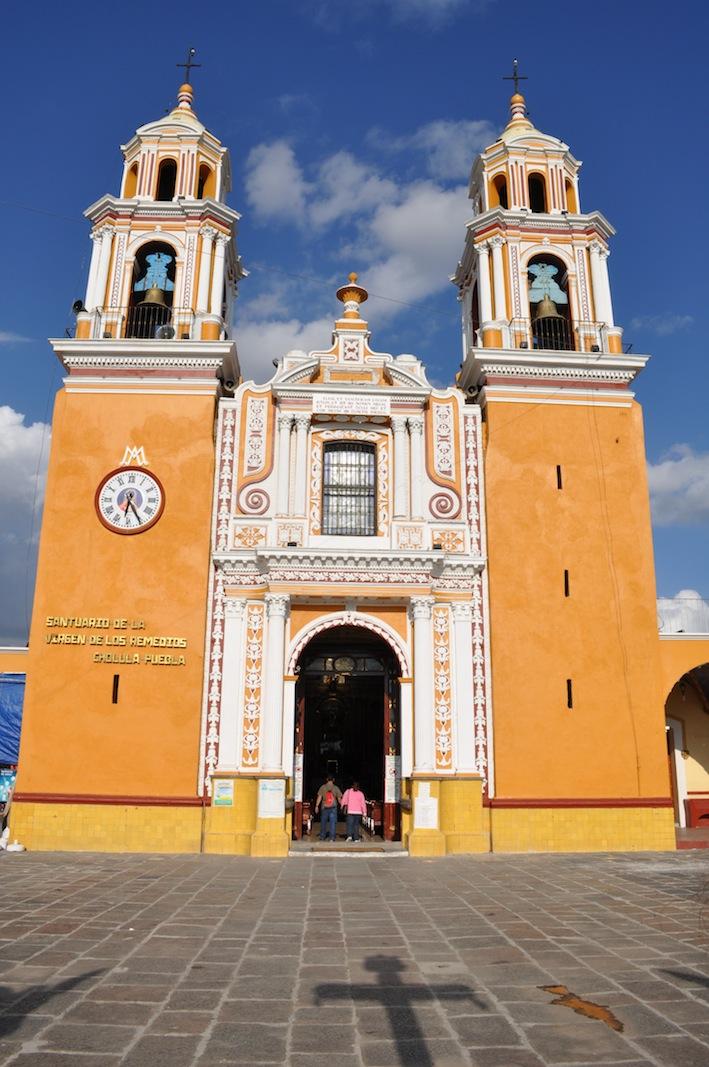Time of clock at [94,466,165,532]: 6:25
